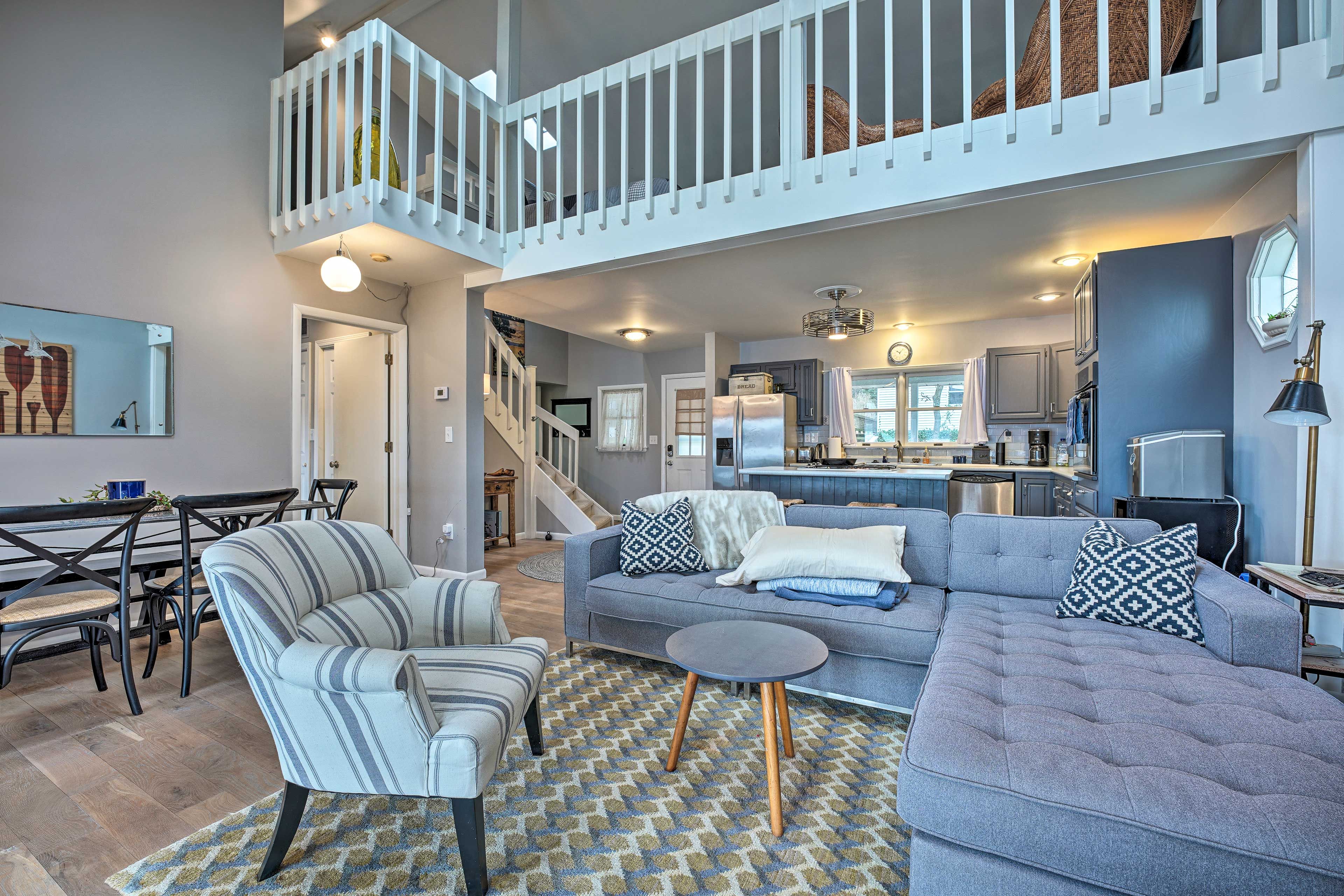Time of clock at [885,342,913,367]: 10:07
